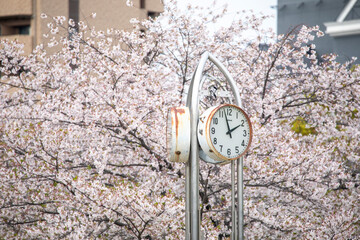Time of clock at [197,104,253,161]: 1:57
